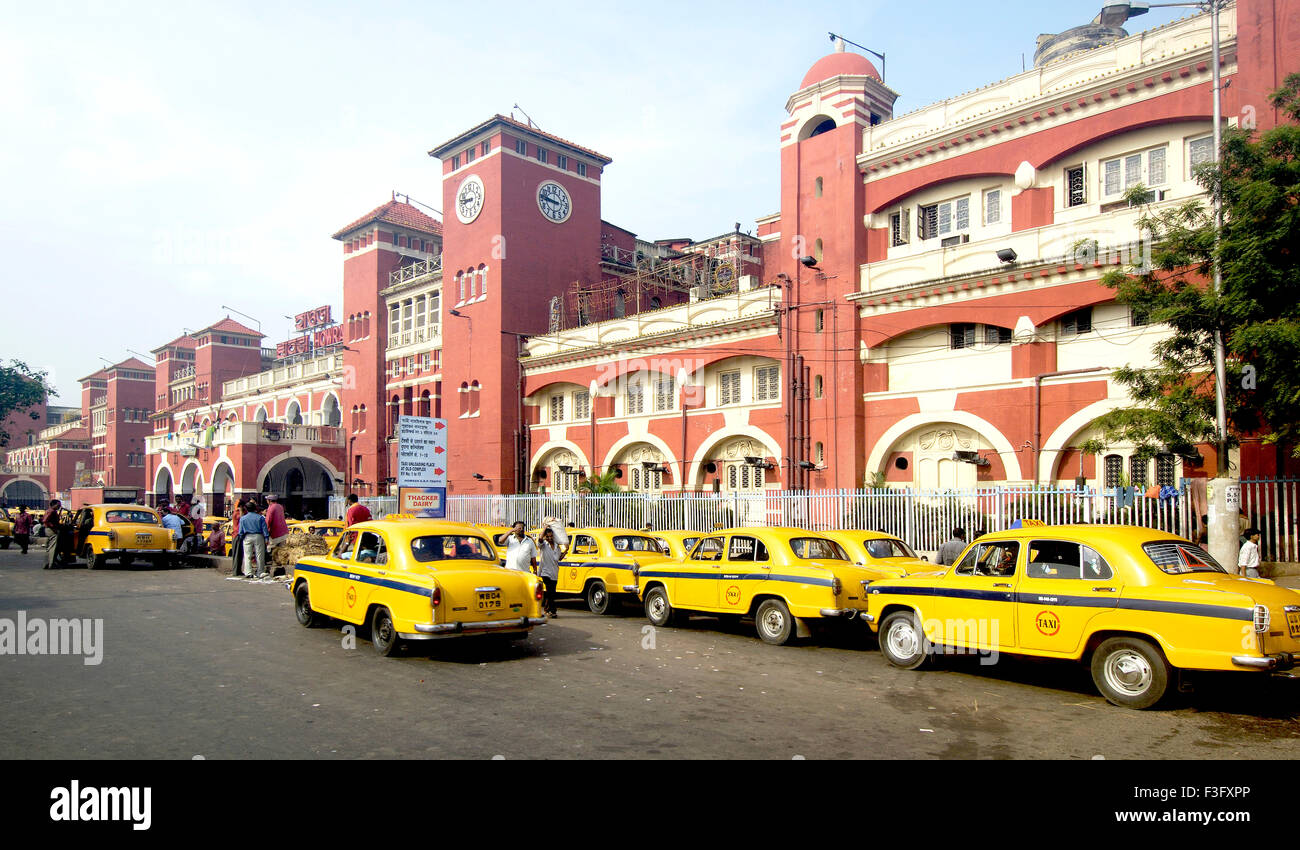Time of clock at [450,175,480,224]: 8:46
